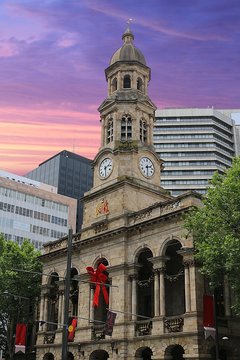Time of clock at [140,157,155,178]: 2:29
